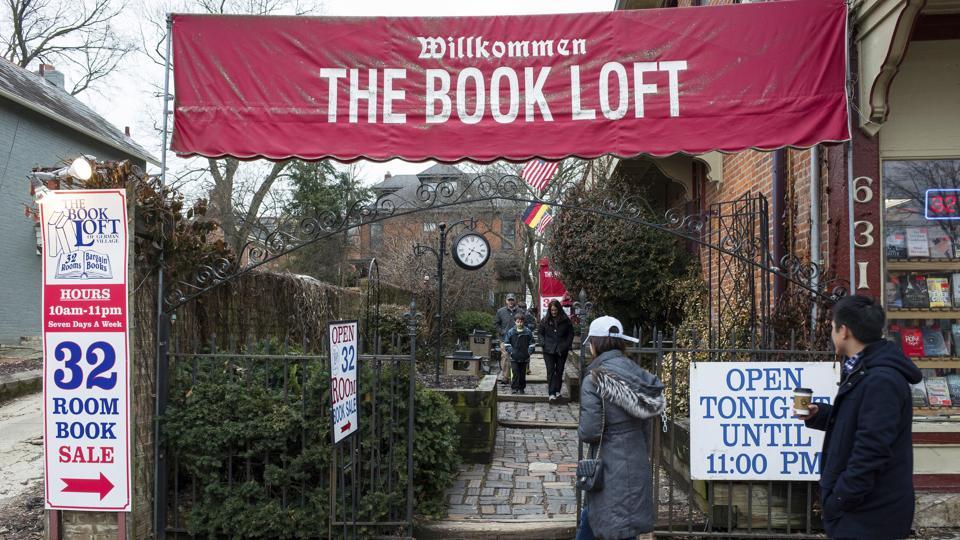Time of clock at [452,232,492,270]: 7:17
